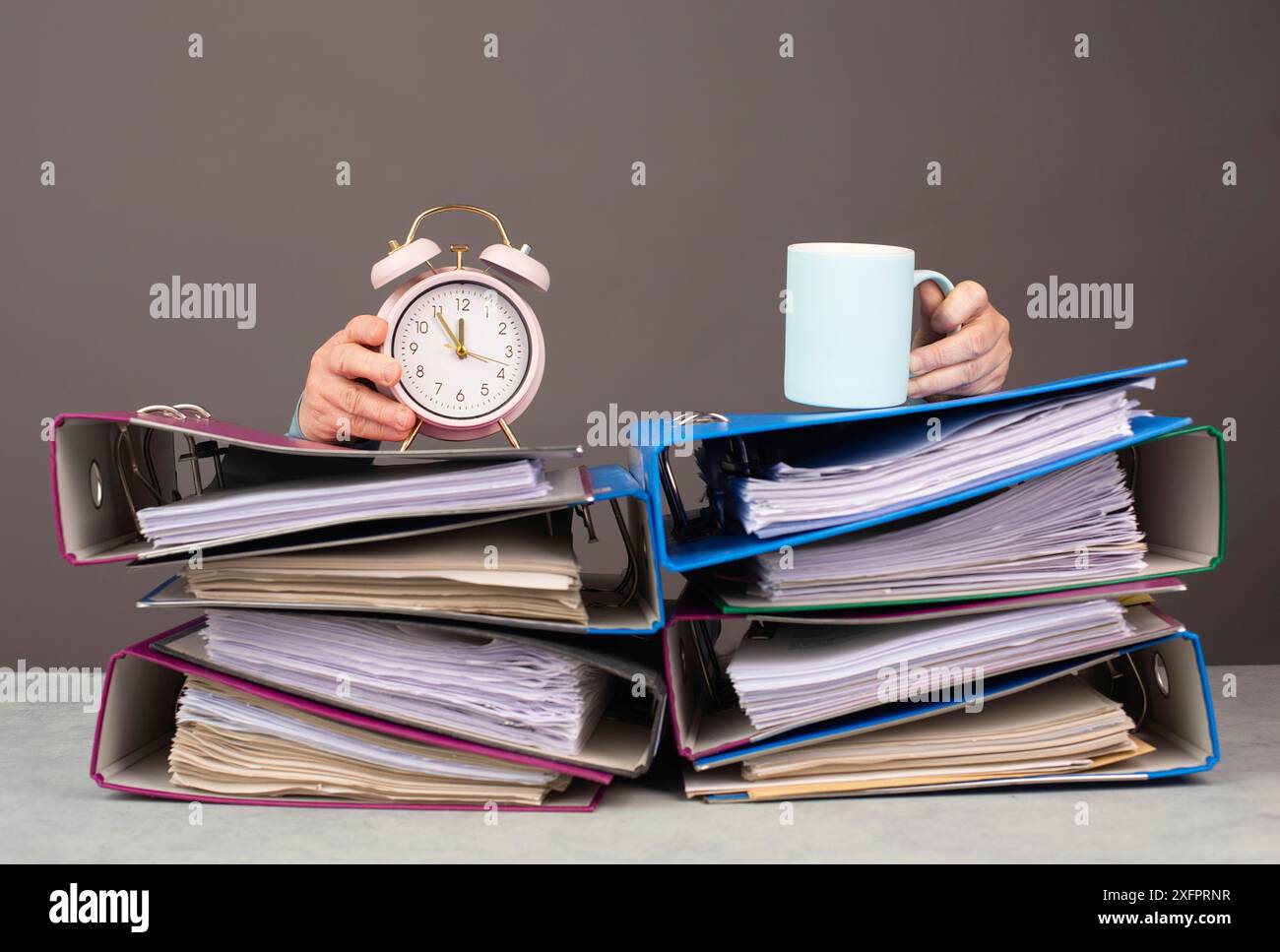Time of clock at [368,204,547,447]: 11:54
